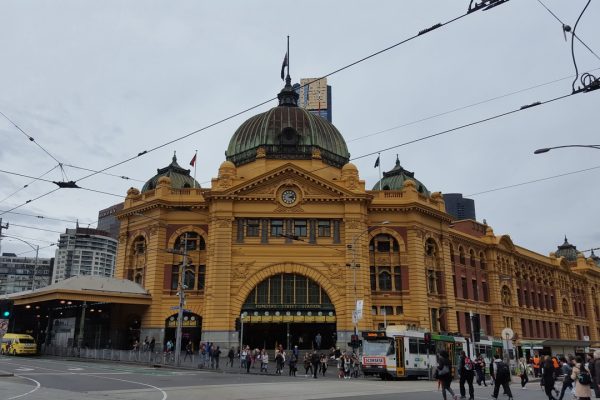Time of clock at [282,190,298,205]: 3:12
